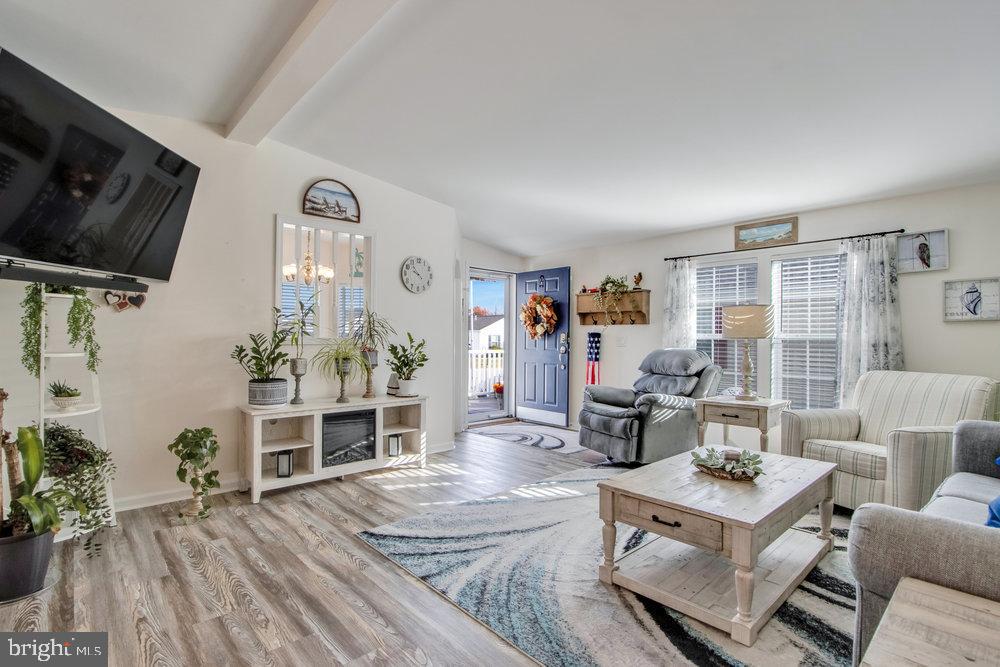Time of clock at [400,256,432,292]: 9:53
